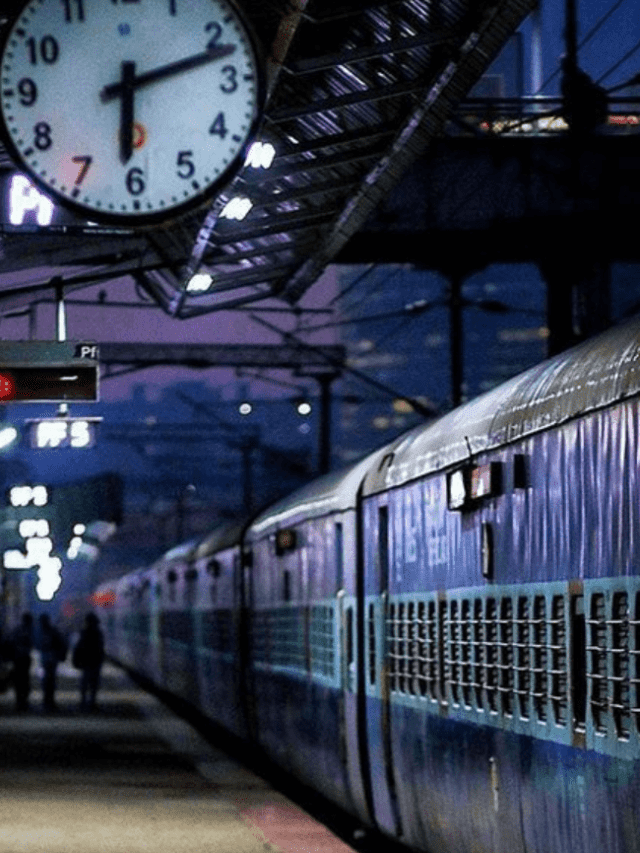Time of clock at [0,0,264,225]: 6:12
